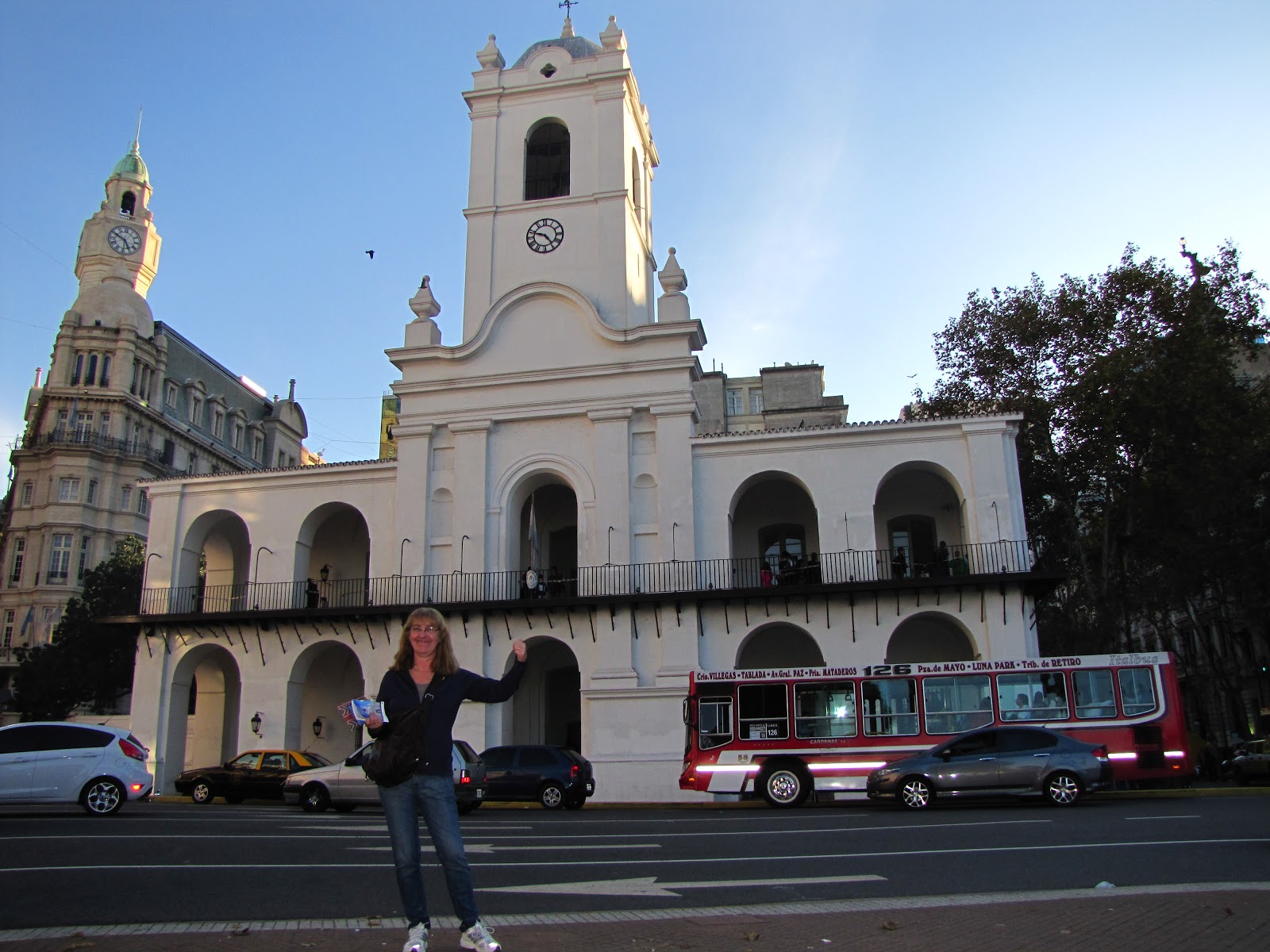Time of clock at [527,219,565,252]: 4:47
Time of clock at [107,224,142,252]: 4:49
